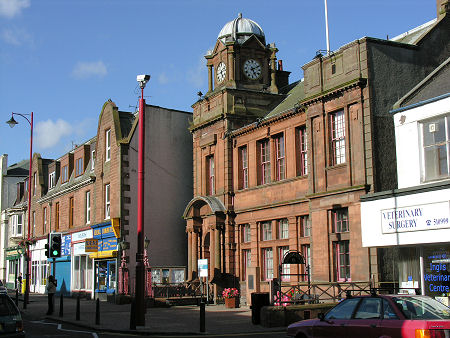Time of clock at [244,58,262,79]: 5:11
